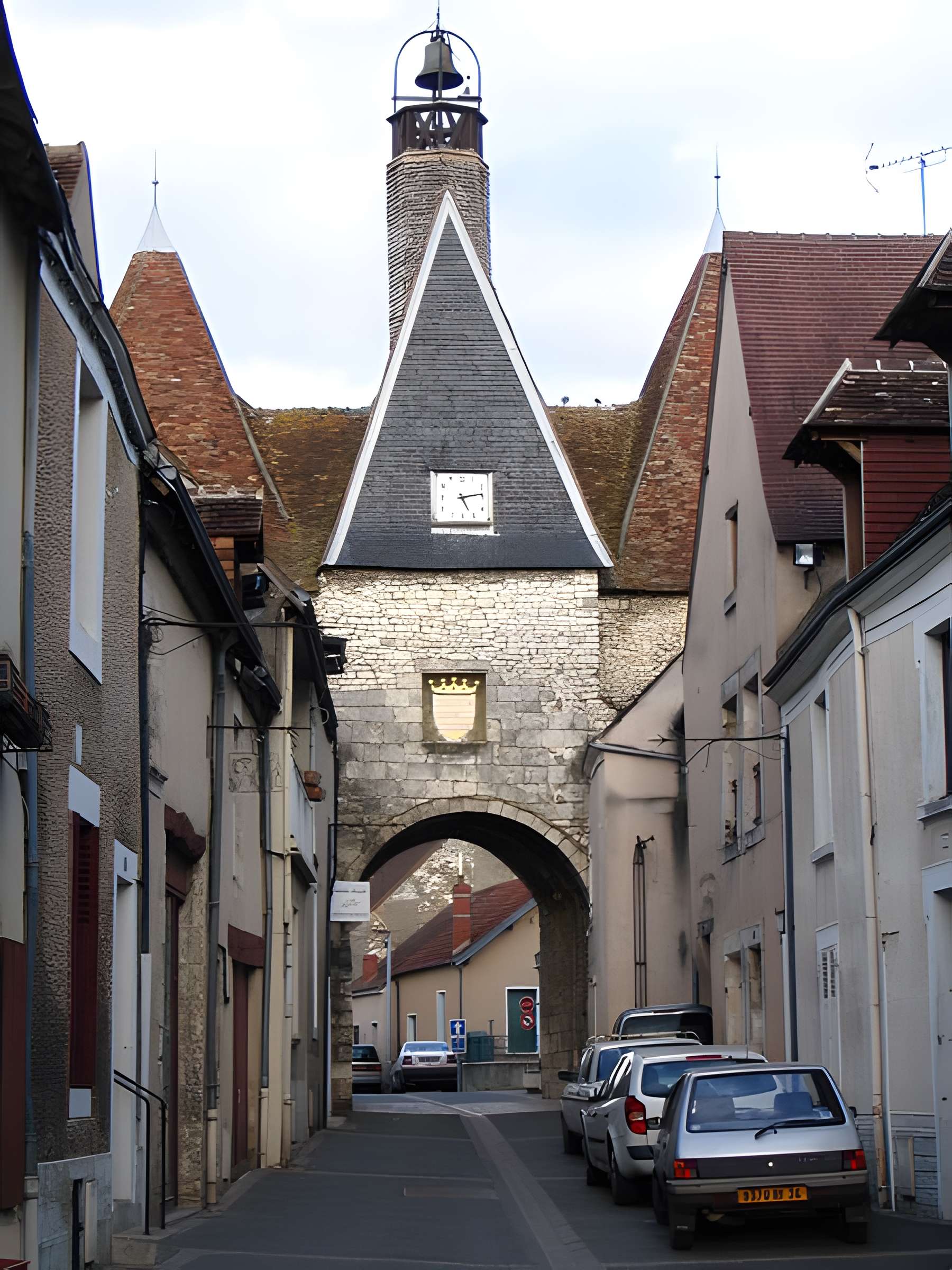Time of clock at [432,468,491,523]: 5:13
